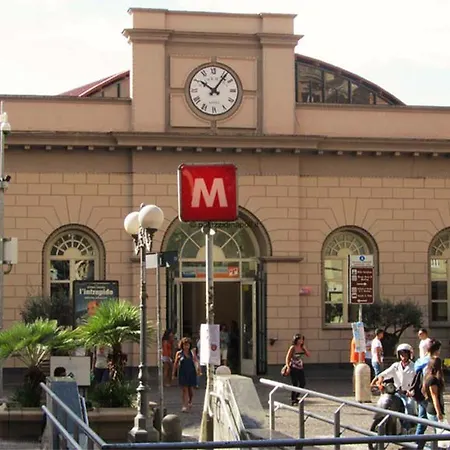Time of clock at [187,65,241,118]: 10:06
